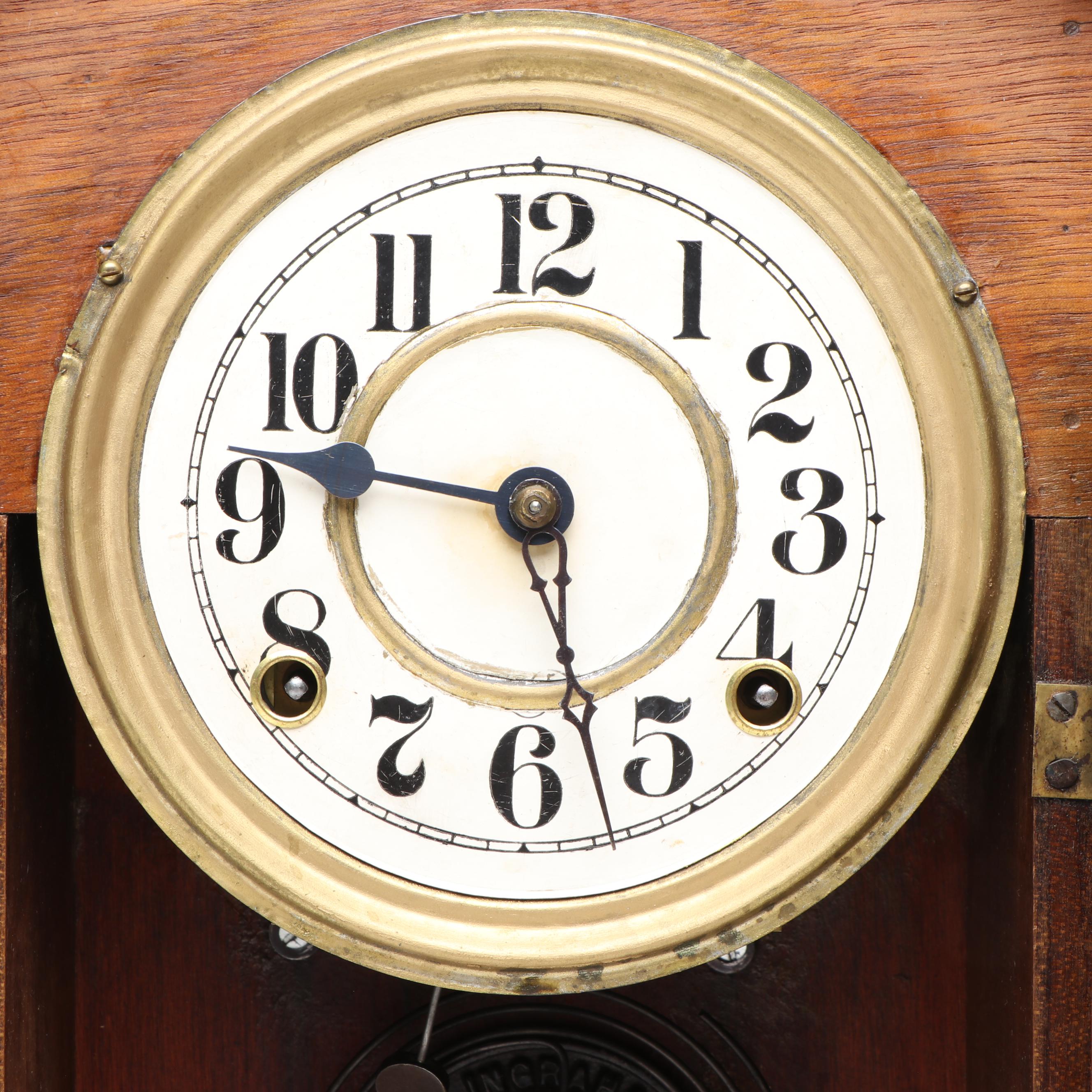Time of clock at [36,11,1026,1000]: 9:27
